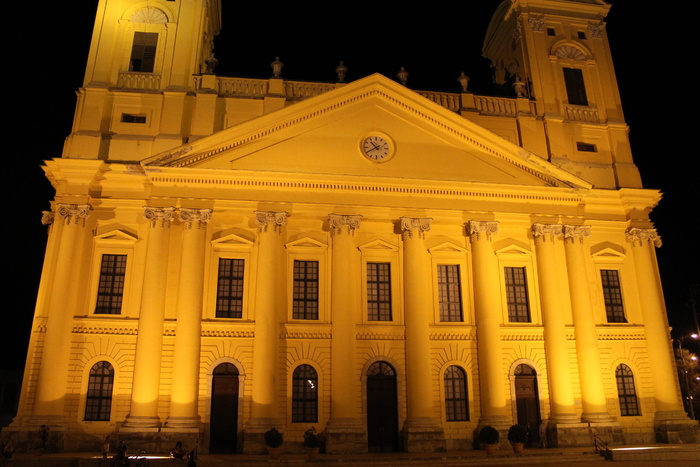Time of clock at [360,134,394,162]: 10:39
